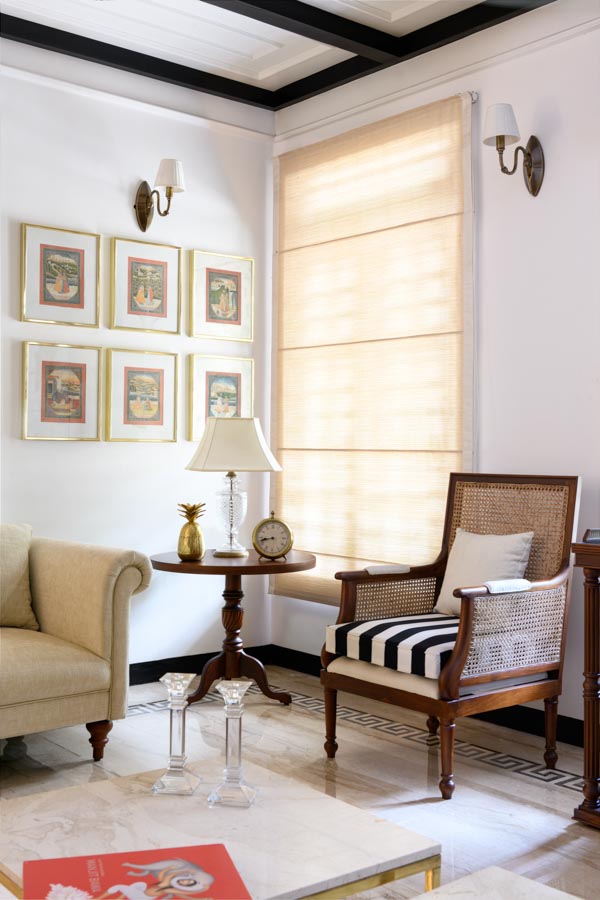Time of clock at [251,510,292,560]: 8:42
